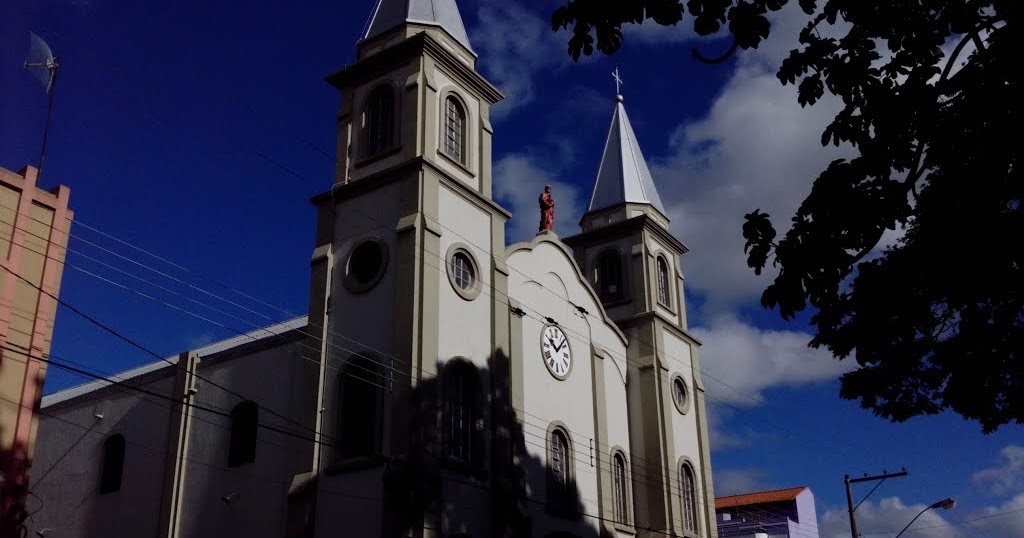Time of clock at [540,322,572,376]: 10:07
